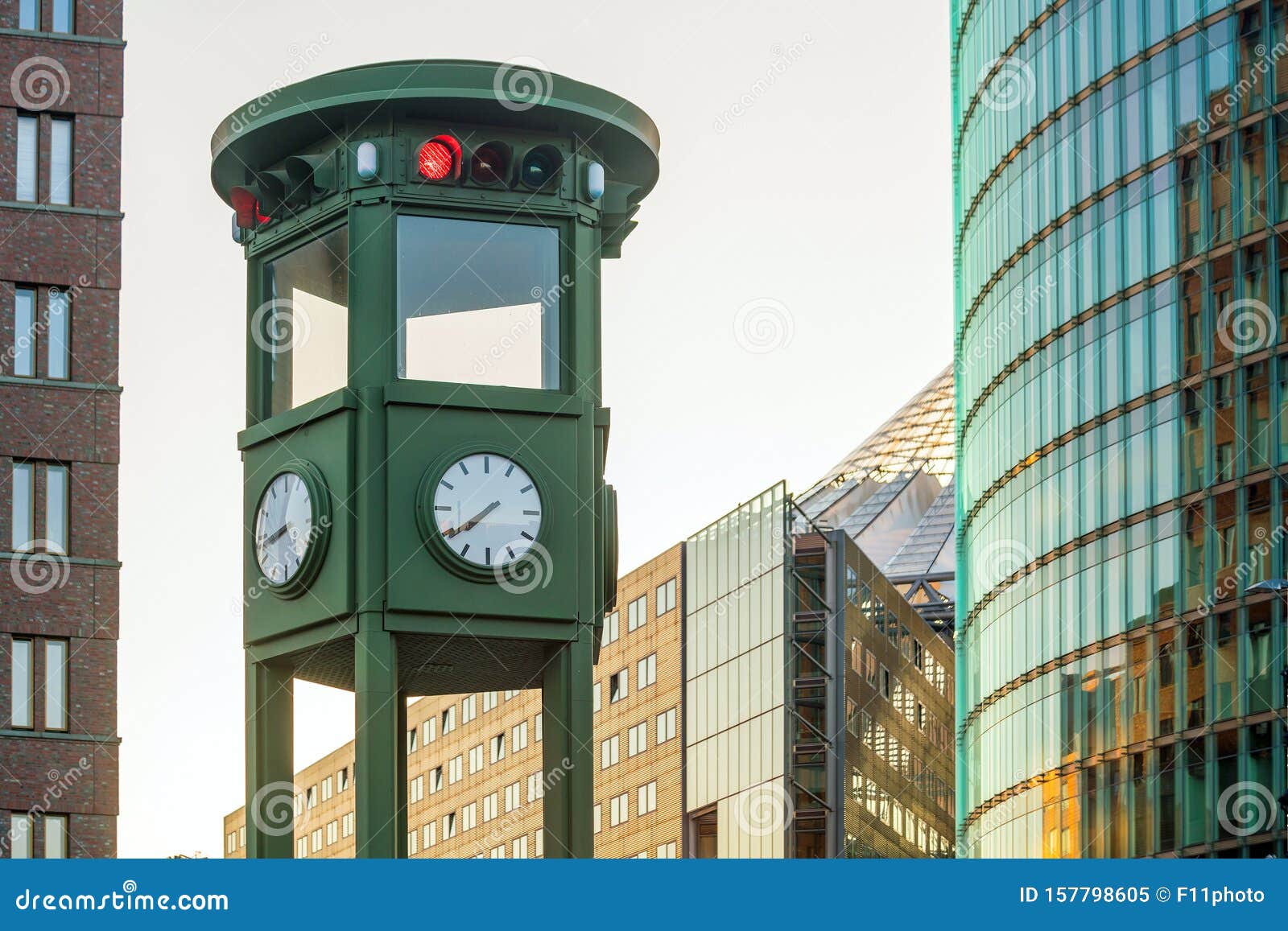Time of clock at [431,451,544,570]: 7:39
